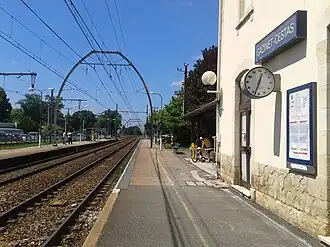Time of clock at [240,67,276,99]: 12:33
